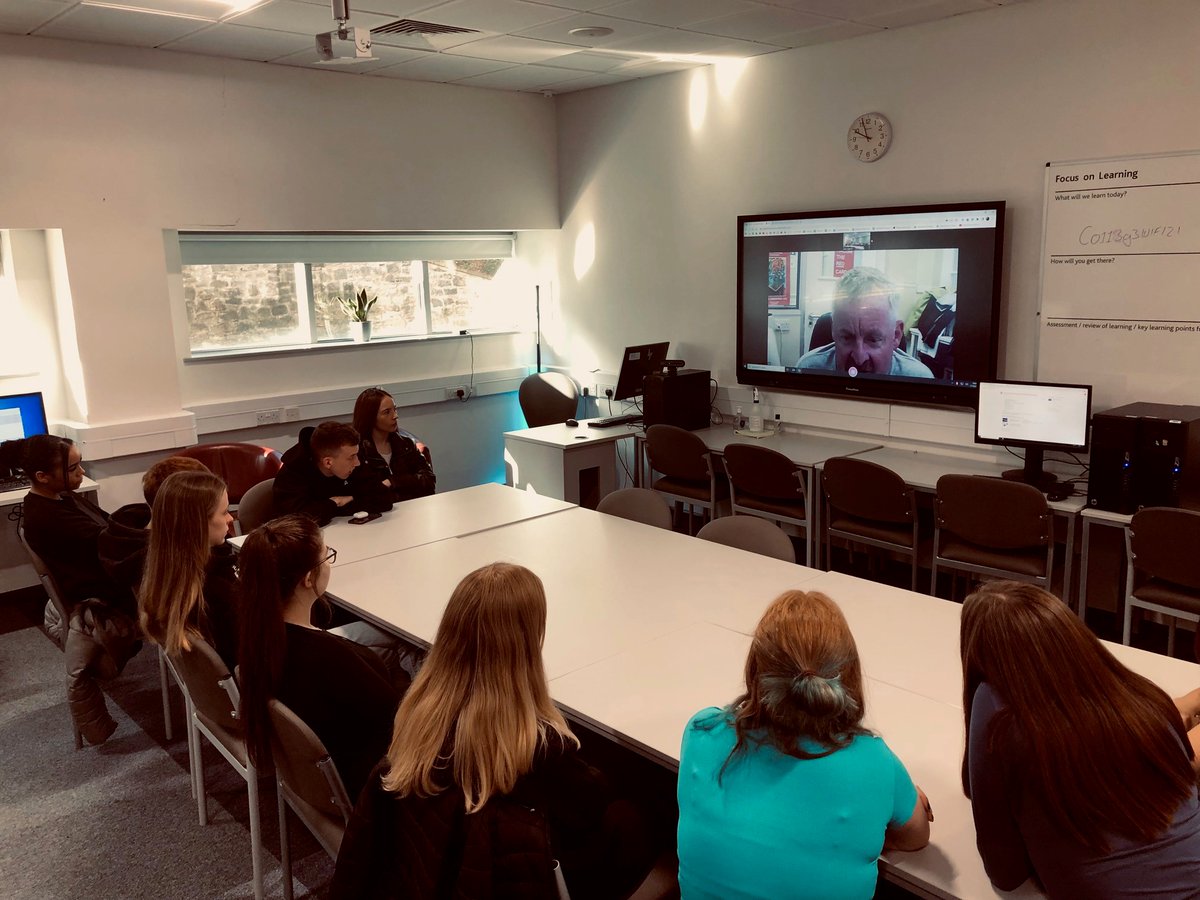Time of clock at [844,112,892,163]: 9:56
